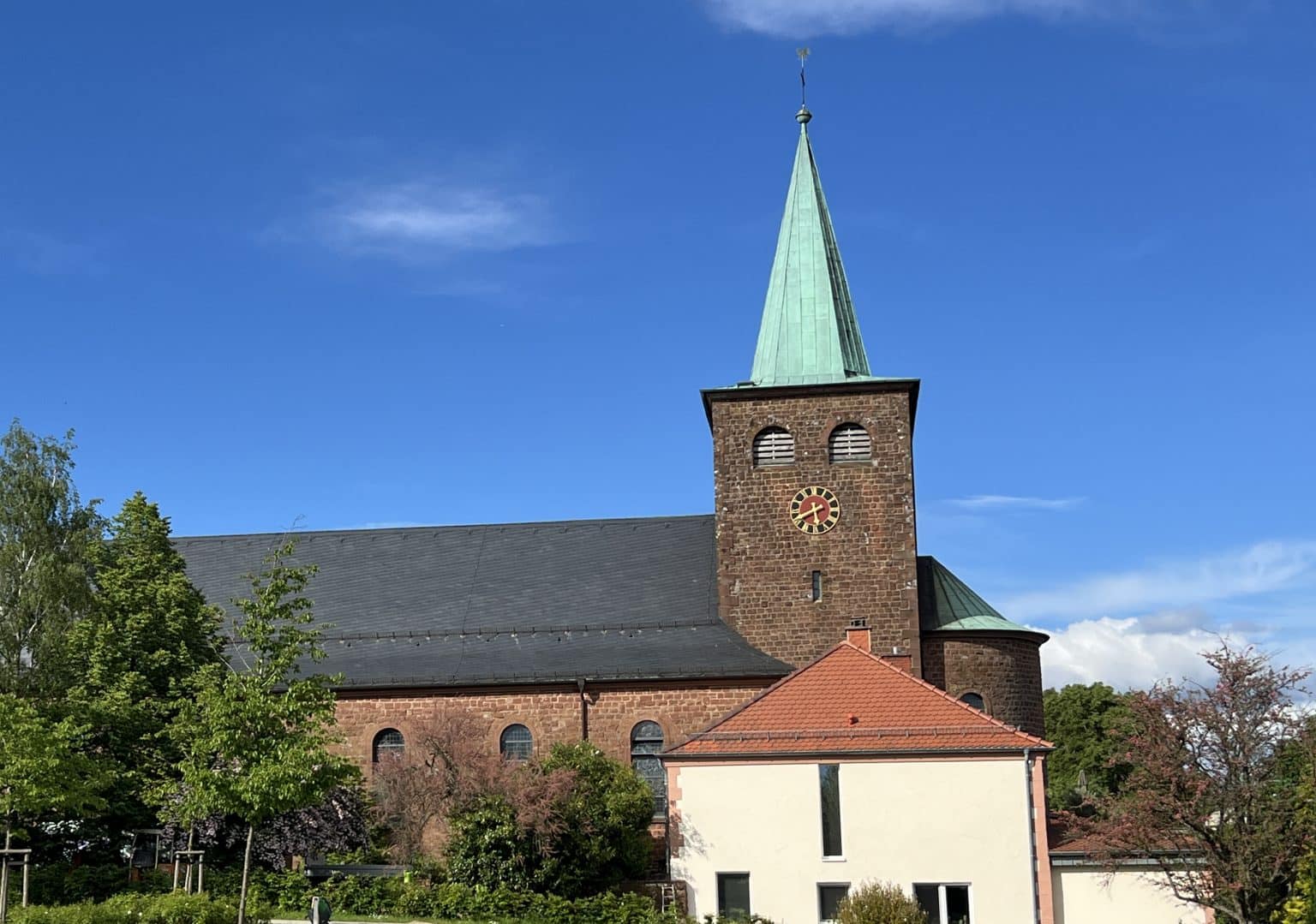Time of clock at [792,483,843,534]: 5:40
